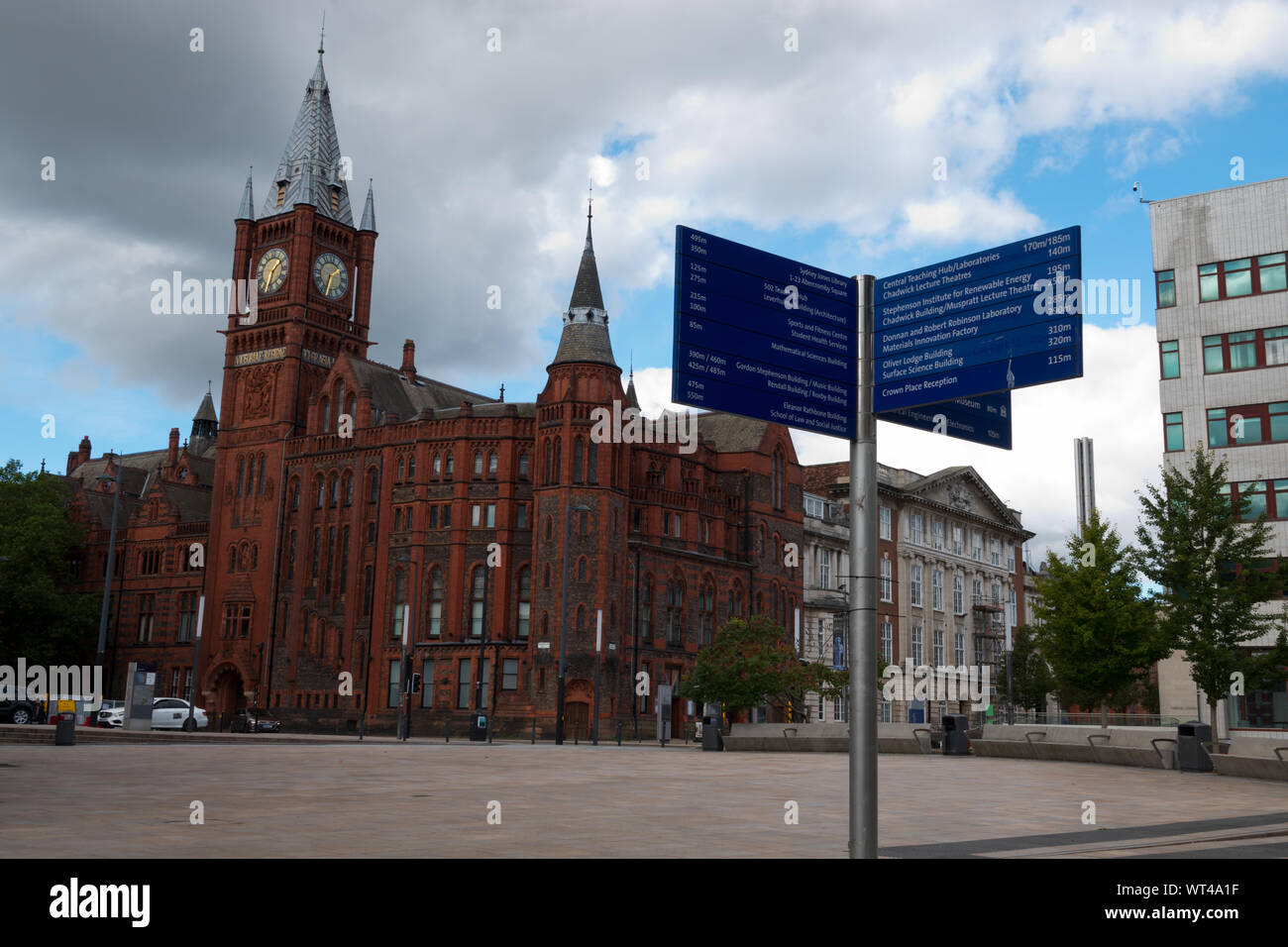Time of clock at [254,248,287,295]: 1:33
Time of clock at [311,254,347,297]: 1:33
